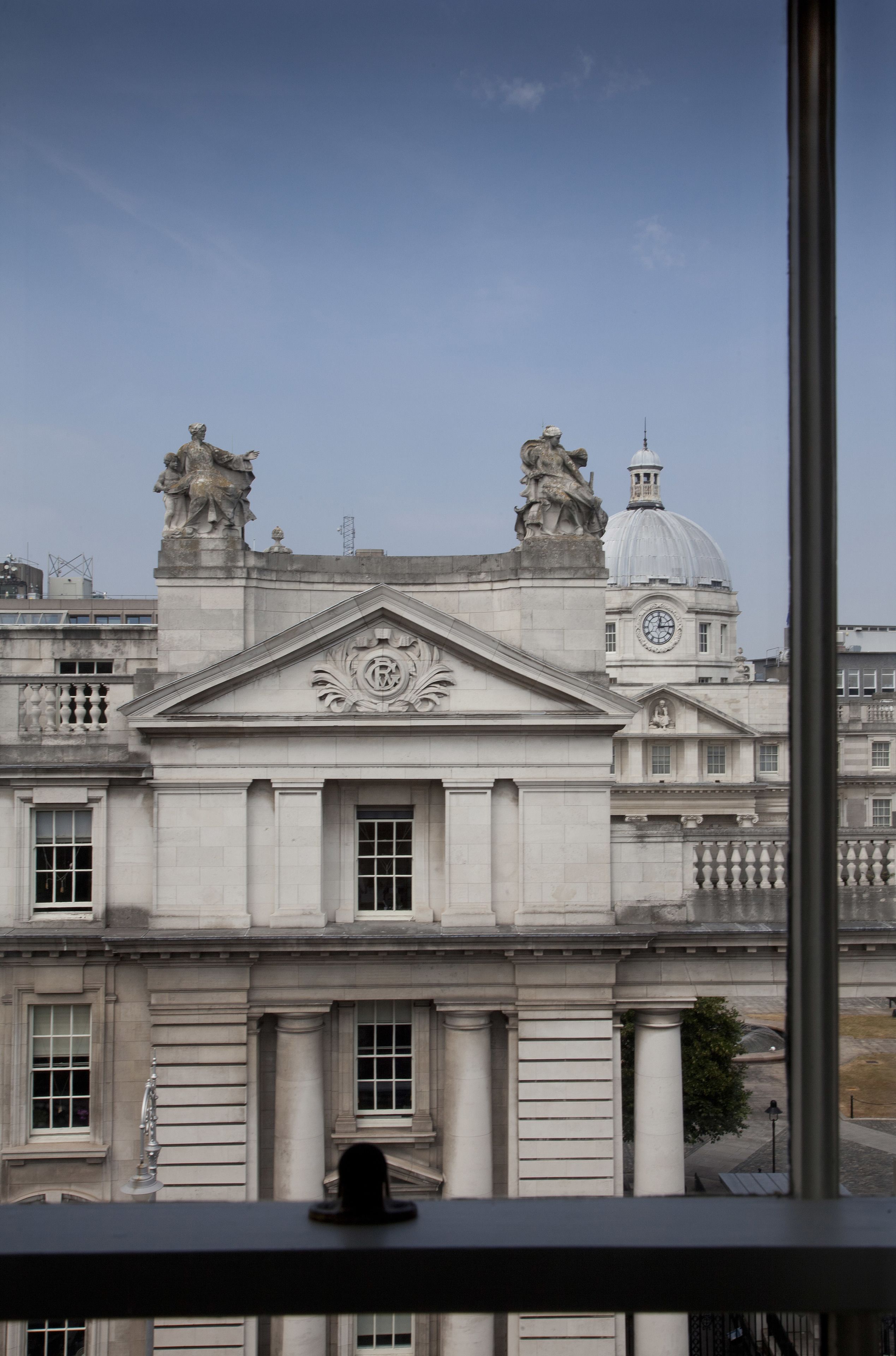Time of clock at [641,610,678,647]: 12:14
